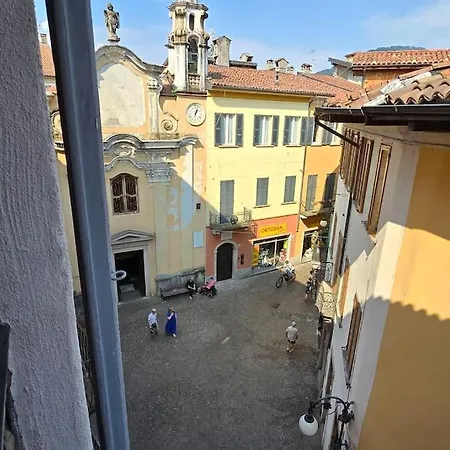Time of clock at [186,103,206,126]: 1:02
